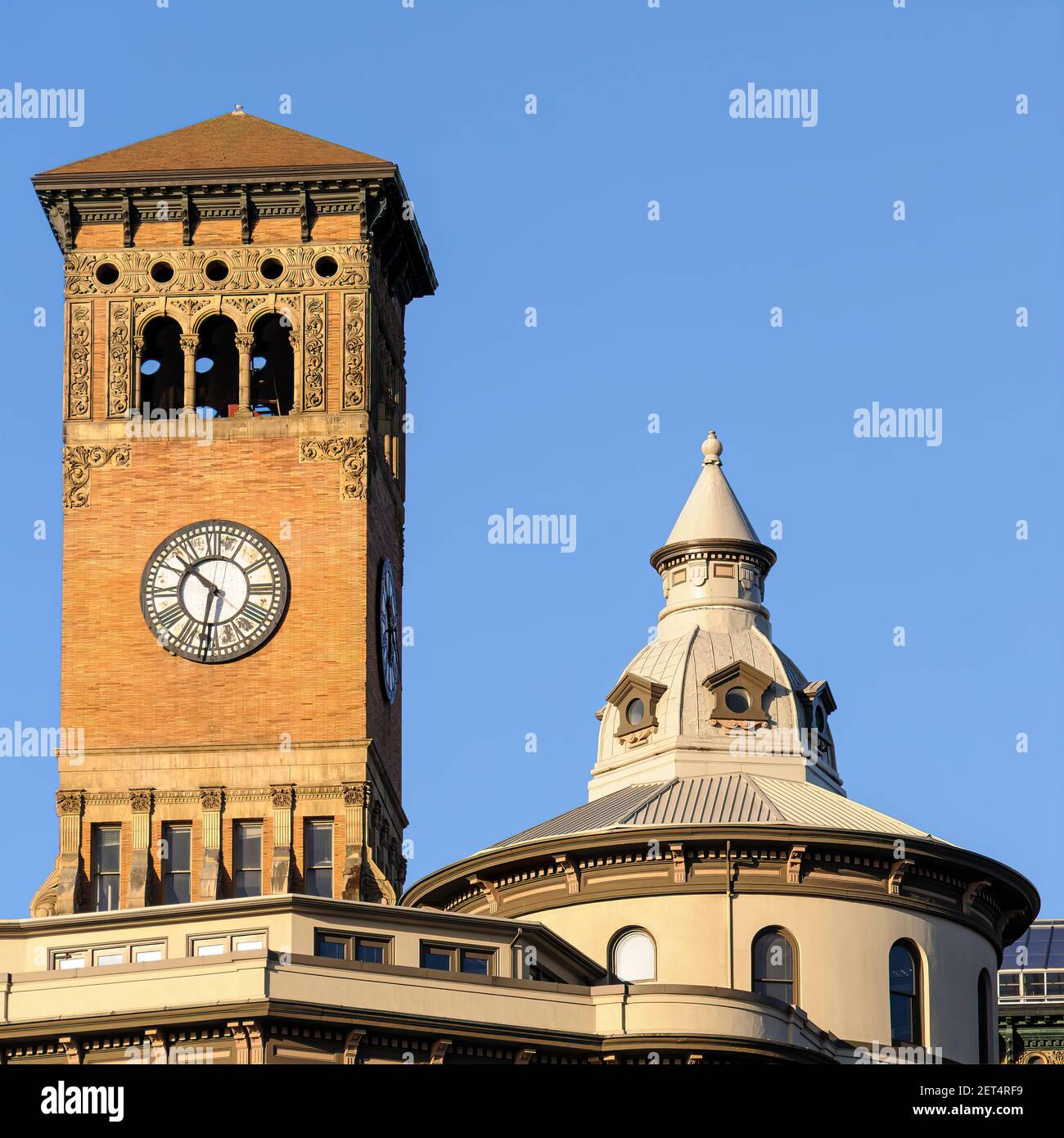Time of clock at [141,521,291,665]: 10:32
